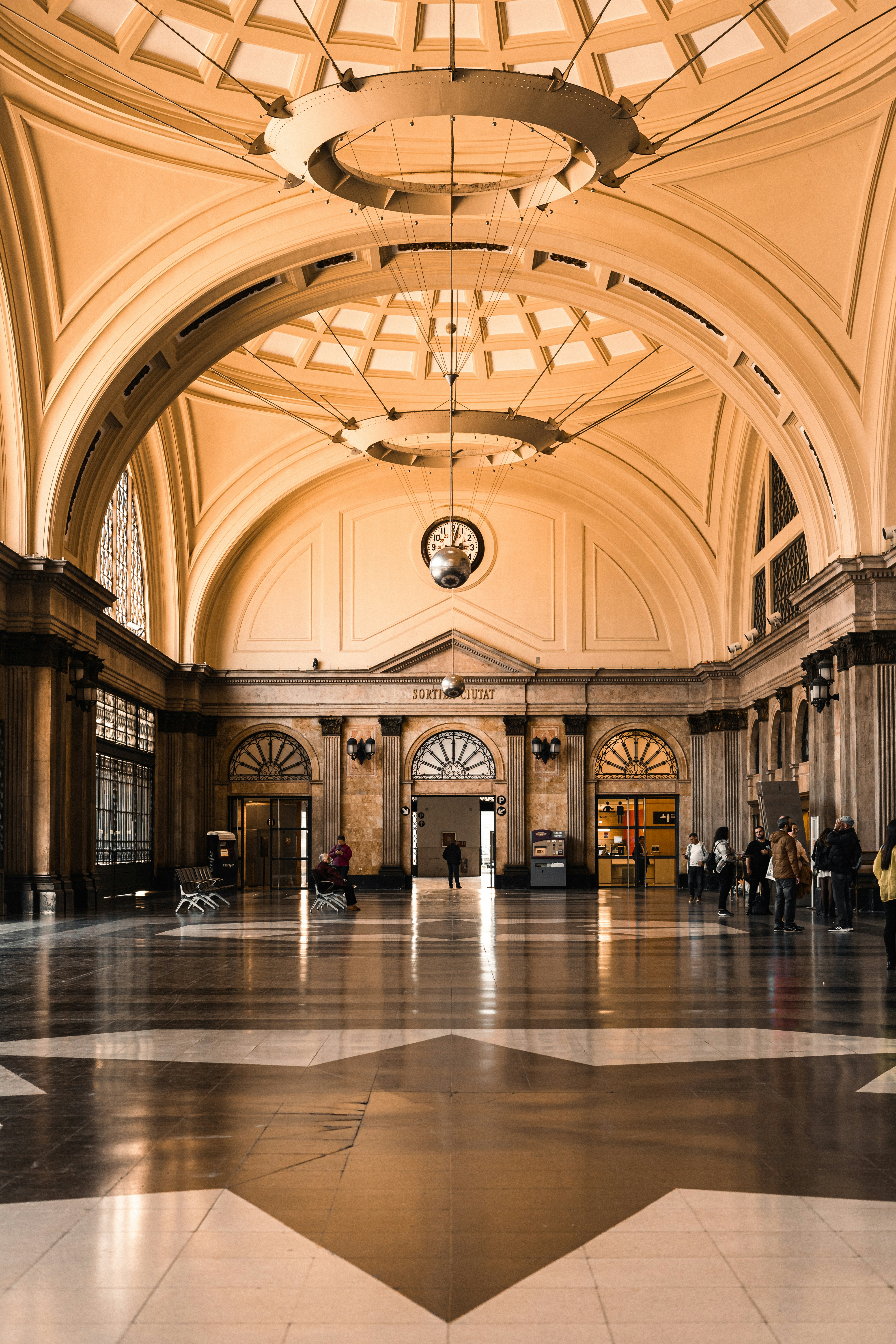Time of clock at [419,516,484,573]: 3:02
